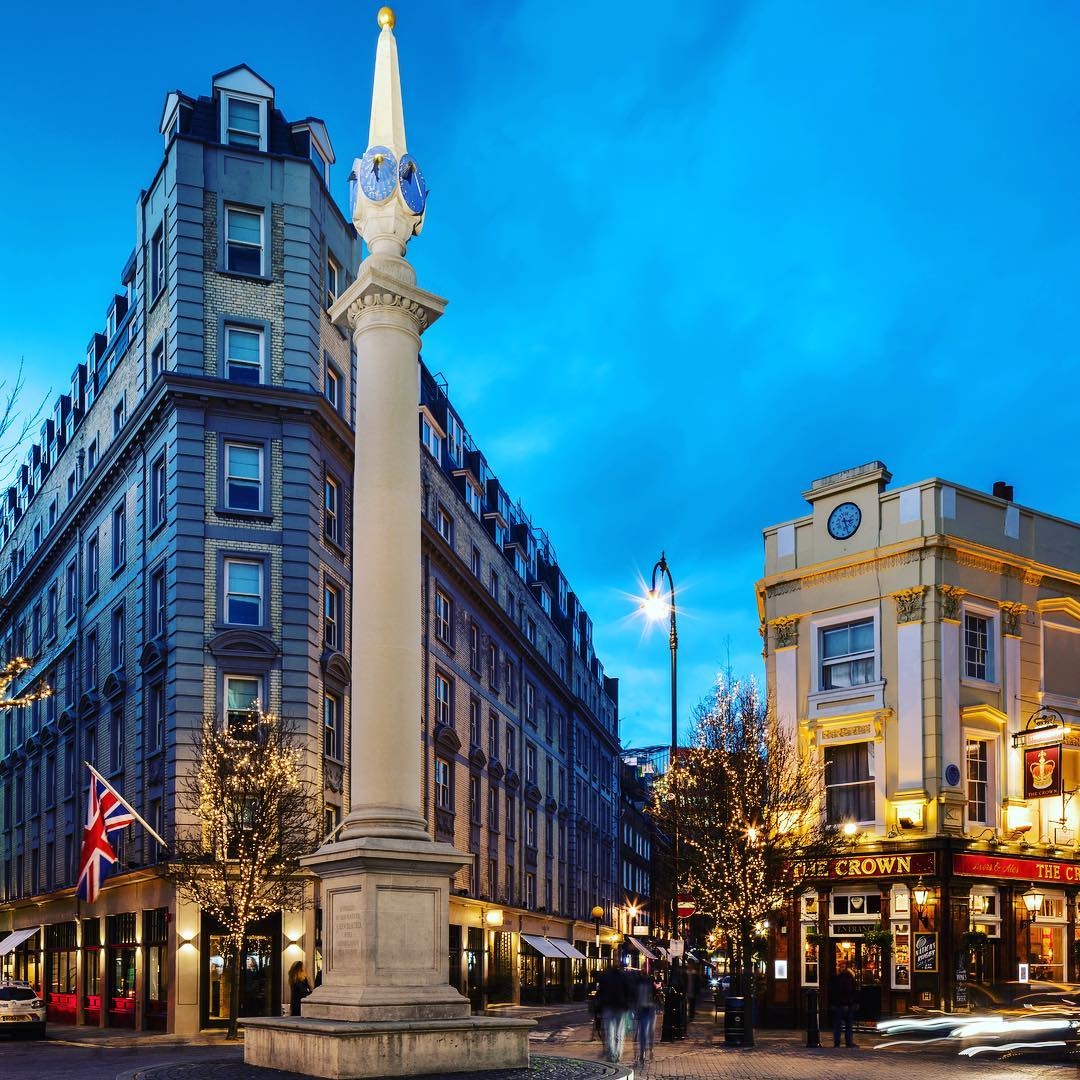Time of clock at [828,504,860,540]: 3:26
